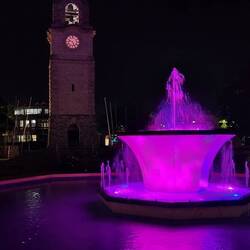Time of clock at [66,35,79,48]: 9:26
